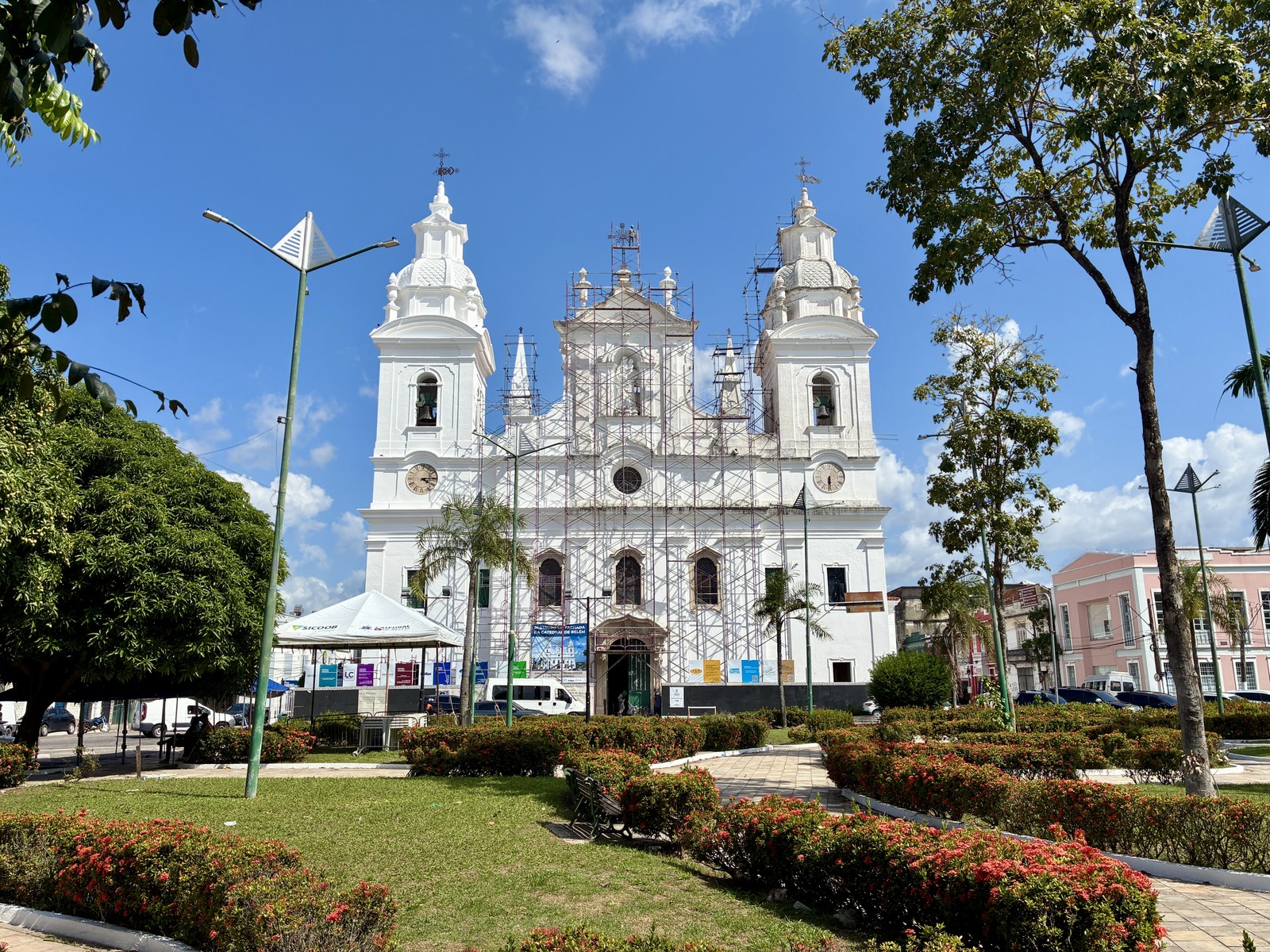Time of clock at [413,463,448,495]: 4:14
